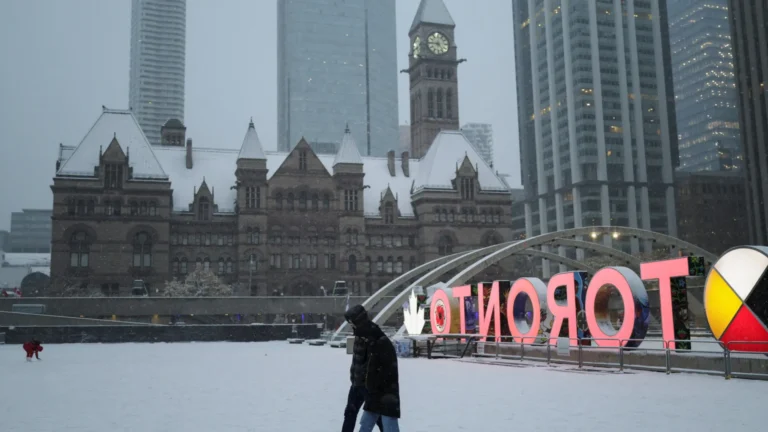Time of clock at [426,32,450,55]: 4:45
